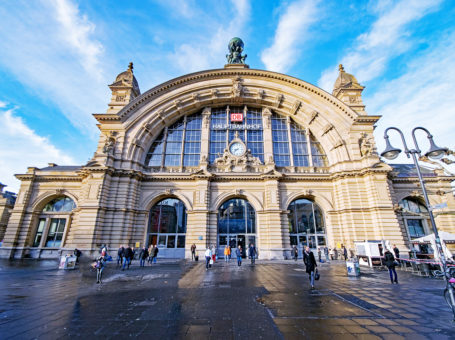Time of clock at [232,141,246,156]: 8:38
